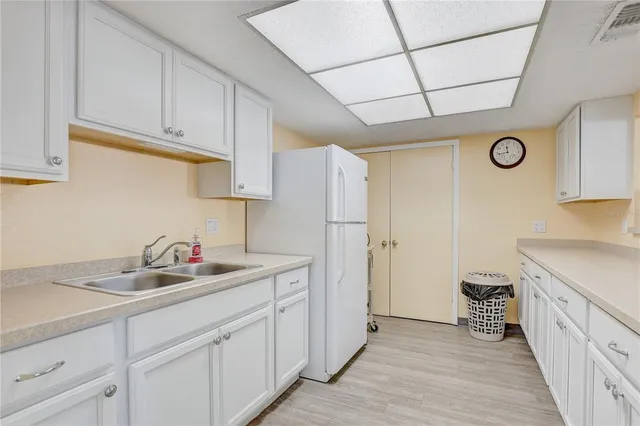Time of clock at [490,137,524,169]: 11:43
